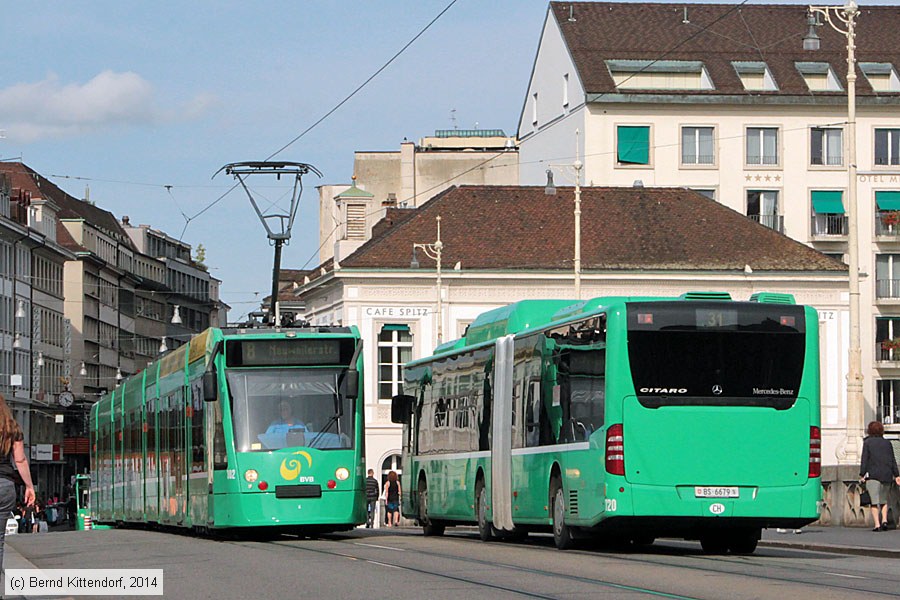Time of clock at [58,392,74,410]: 5:19
